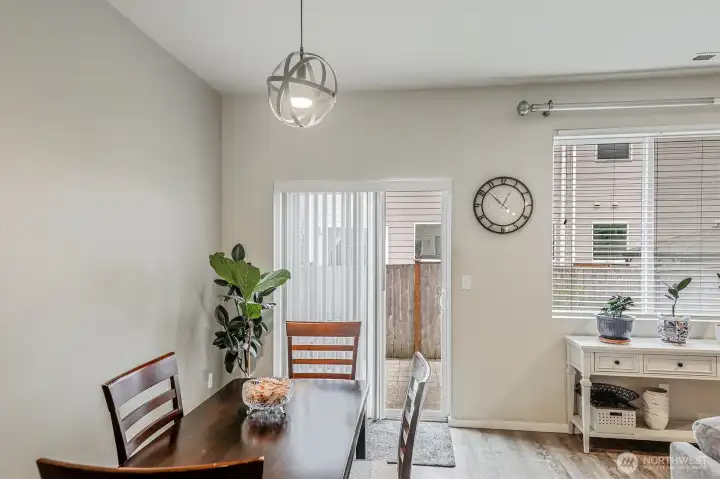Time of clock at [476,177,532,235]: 12:52
